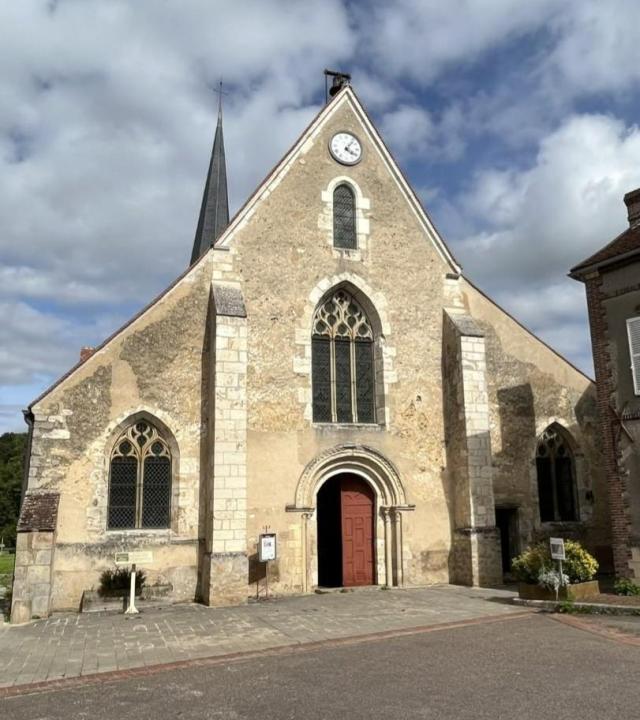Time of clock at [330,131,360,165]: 4:06
